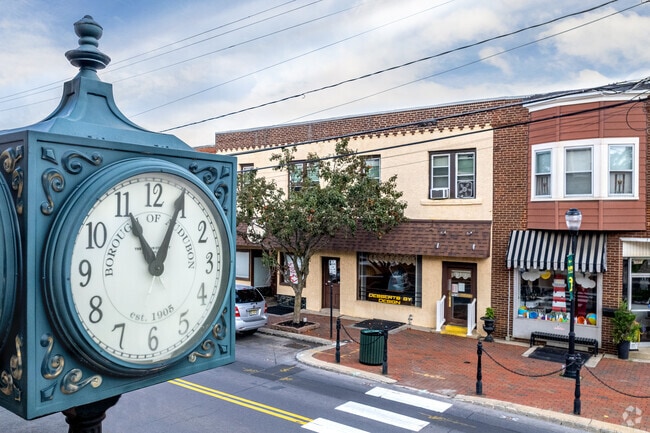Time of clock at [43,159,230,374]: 11:04
